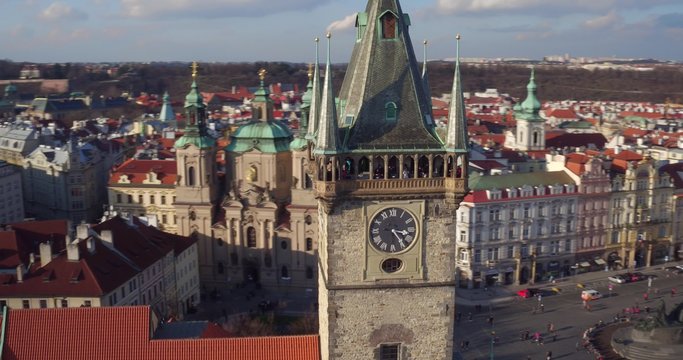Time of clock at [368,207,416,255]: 3:23
